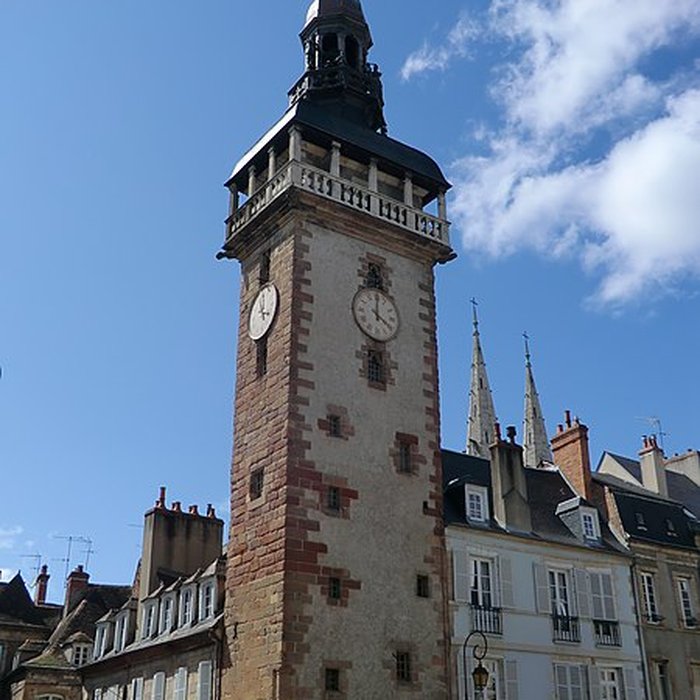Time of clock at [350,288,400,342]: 4:00
